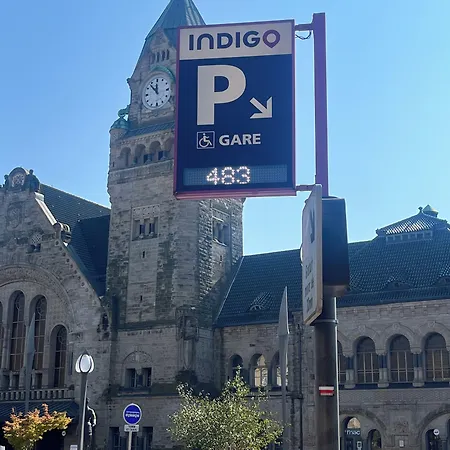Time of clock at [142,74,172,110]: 11:53
